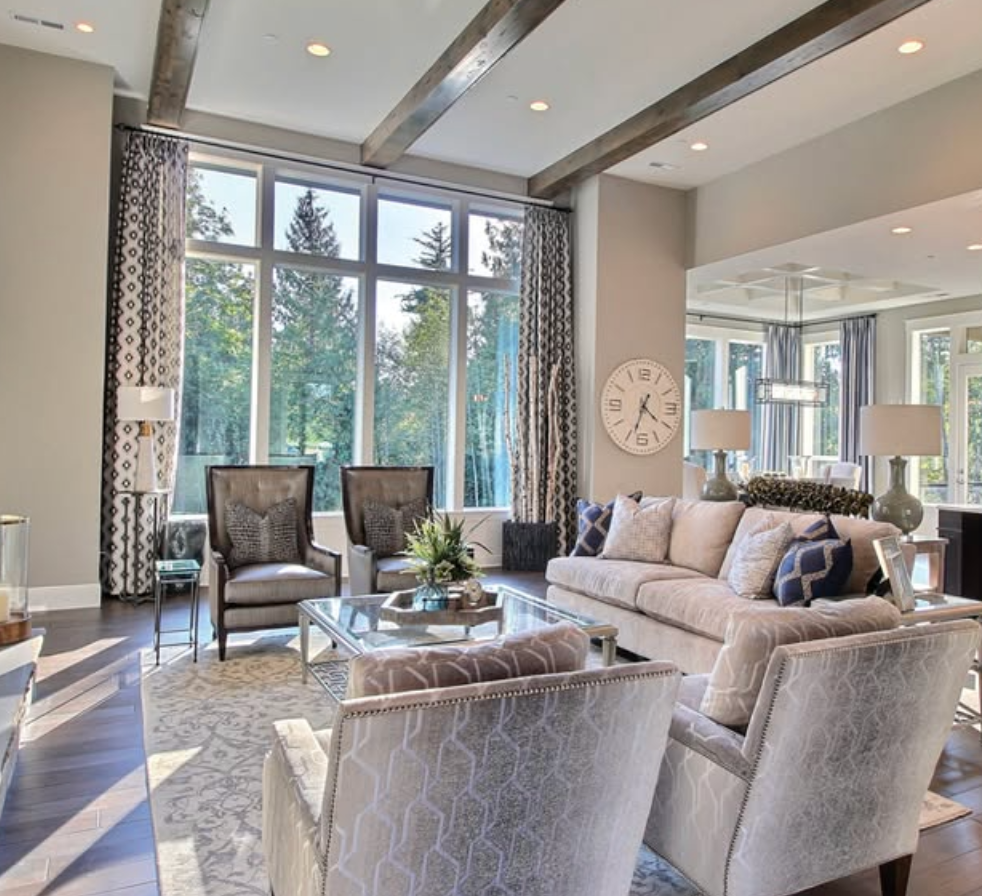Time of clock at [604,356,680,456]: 4:33
